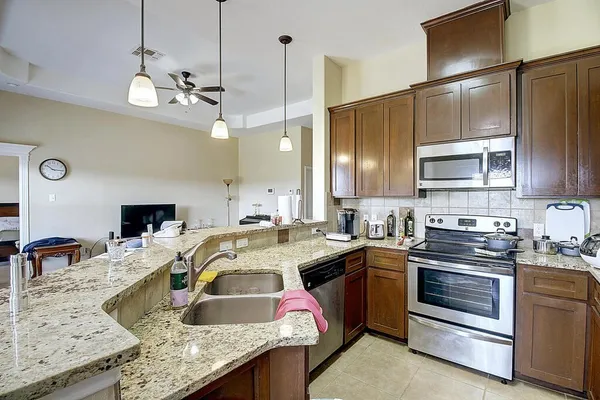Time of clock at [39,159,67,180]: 10:15
